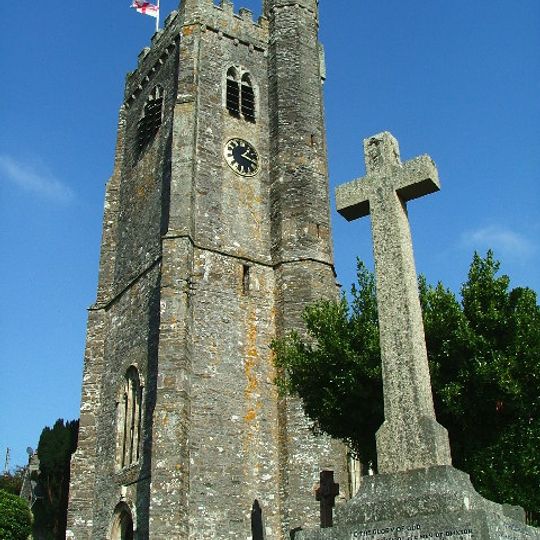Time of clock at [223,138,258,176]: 1:18
